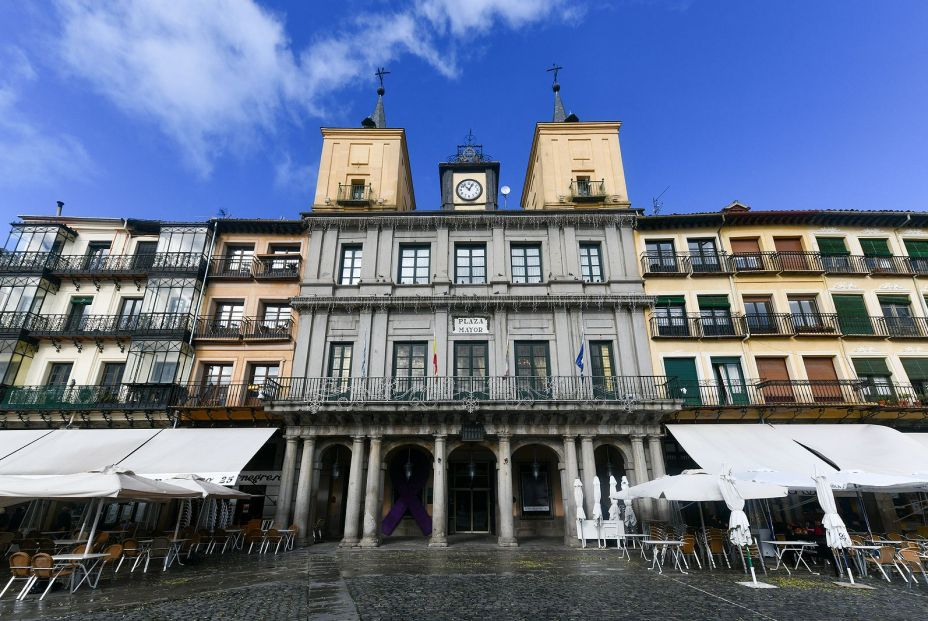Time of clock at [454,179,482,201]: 12:52
